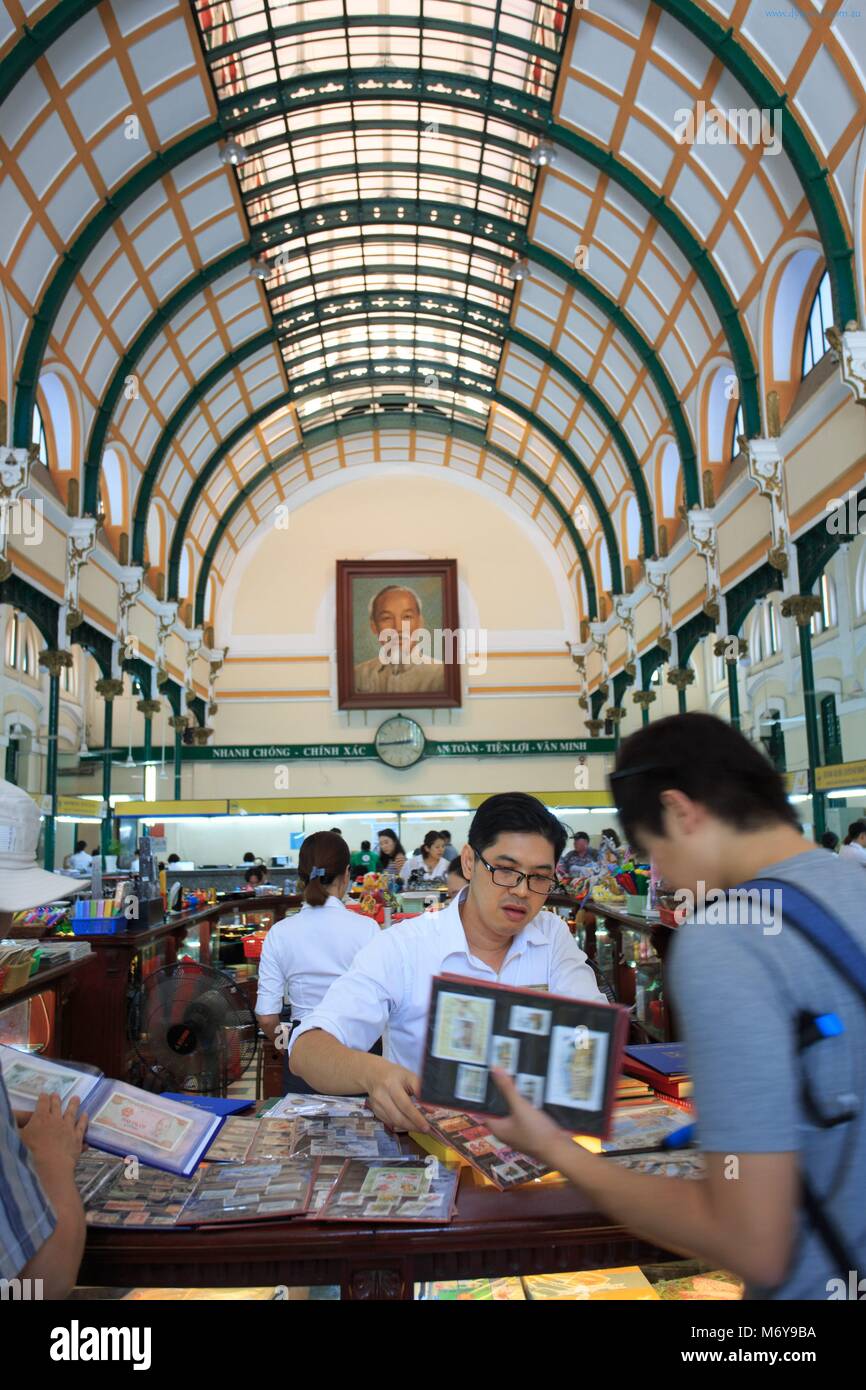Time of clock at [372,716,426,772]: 2:44
